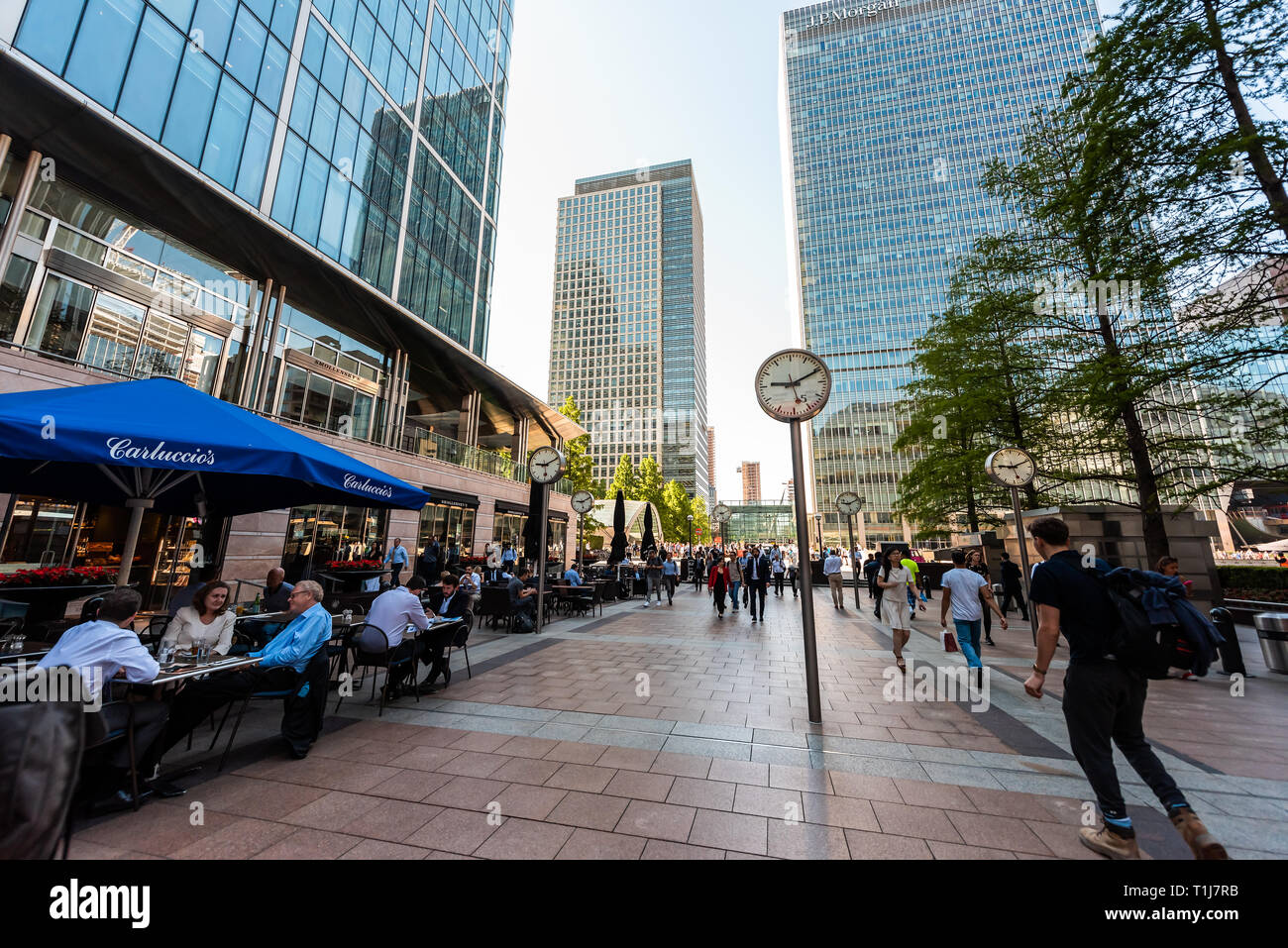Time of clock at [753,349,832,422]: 9:11
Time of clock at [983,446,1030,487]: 9:11
